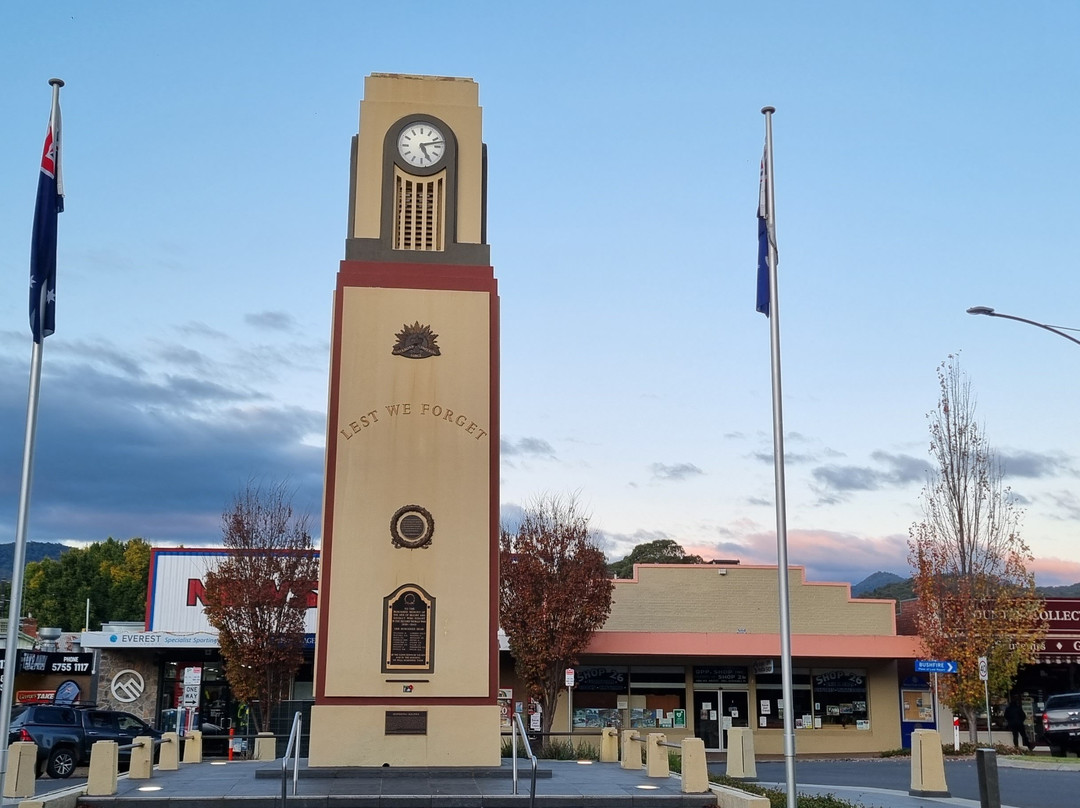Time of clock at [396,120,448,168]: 5:12
